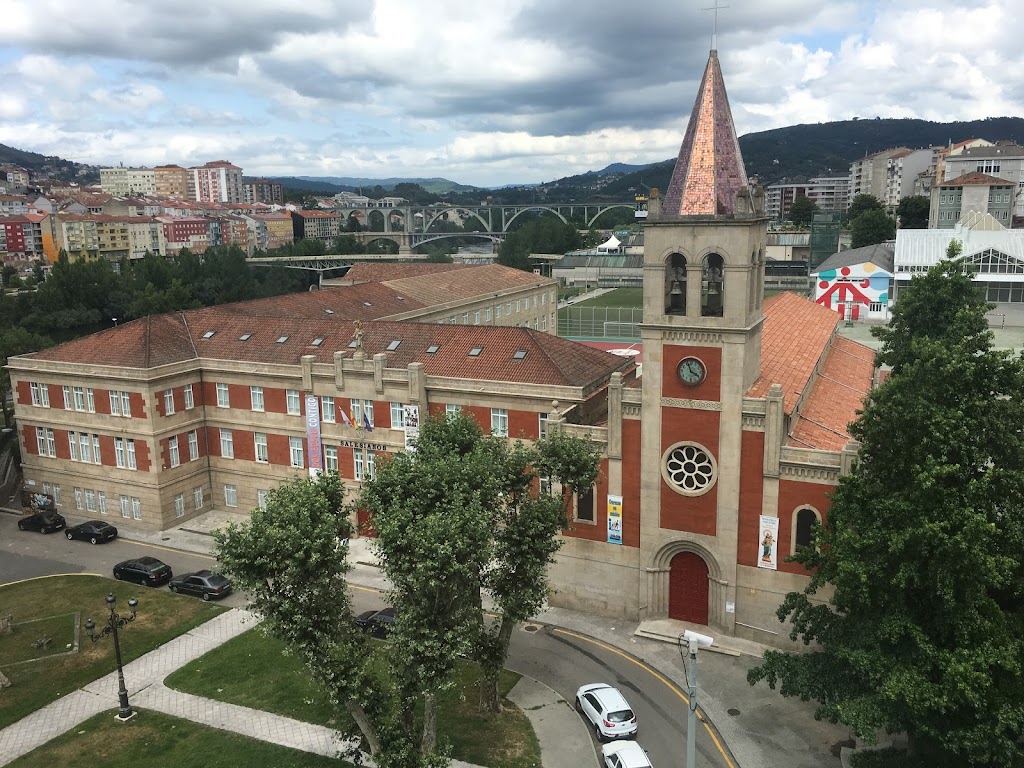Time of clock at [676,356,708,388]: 3:57
